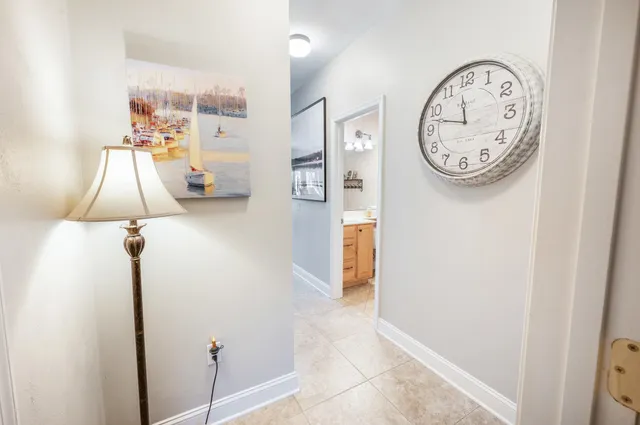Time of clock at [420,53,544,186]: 11:47
